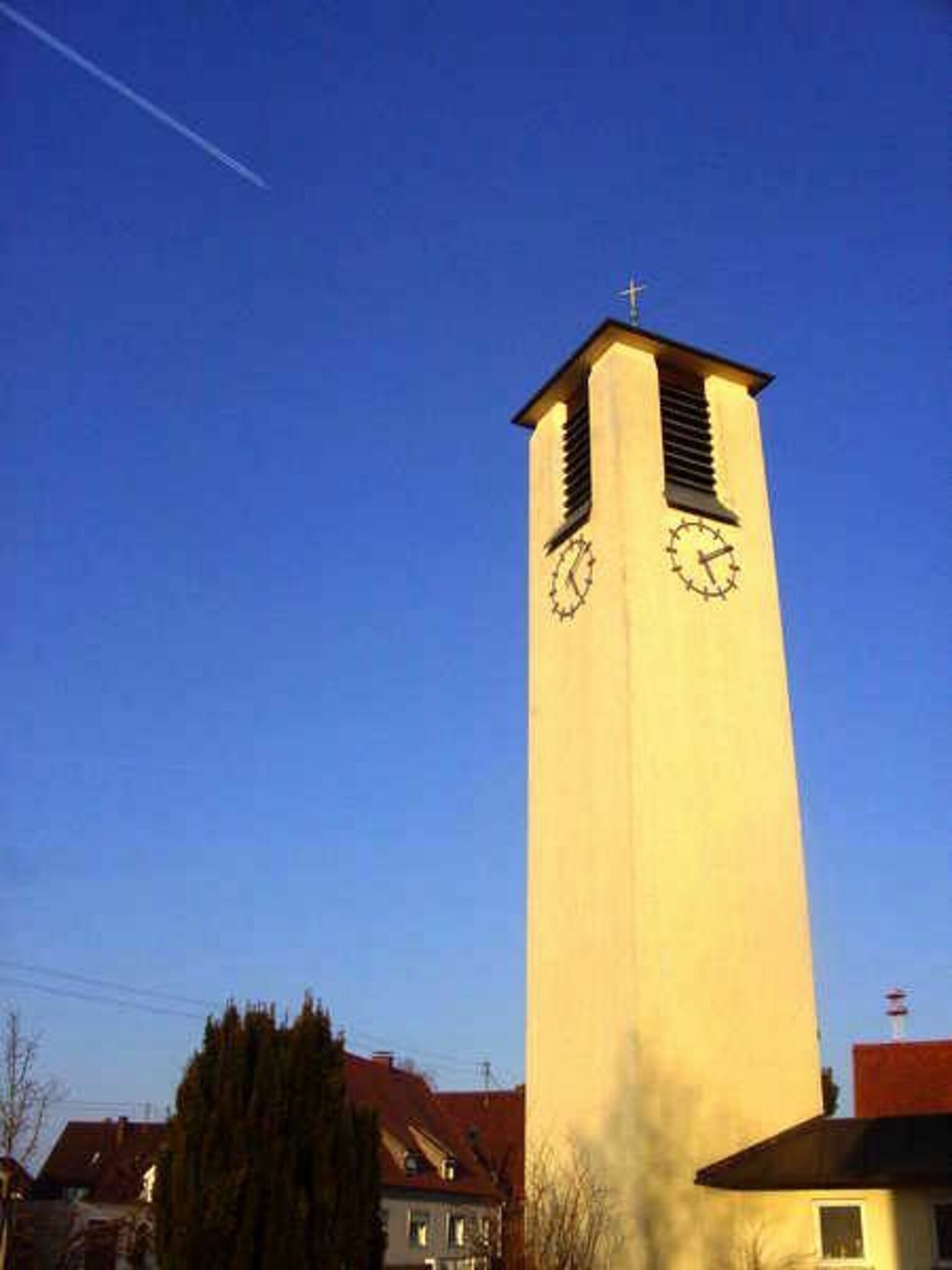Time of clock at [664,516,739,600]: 5:09
